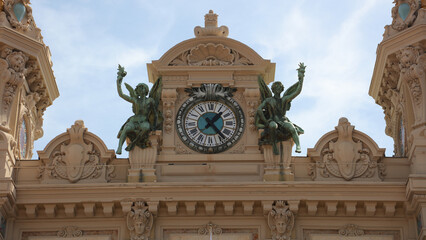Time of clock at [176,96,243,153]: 1:23
